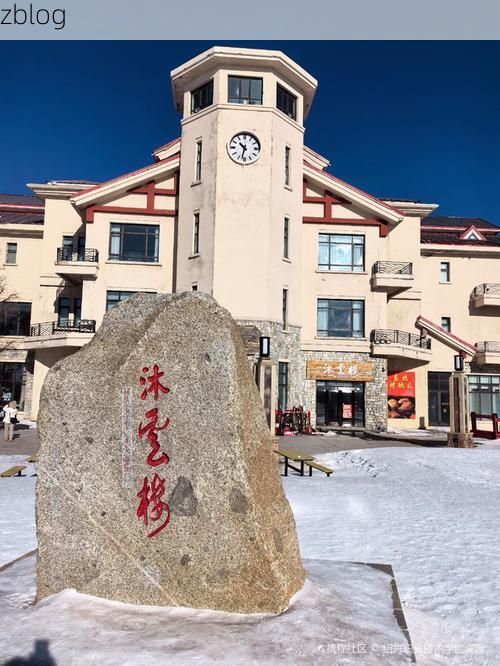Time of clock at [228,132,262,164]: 10:32
